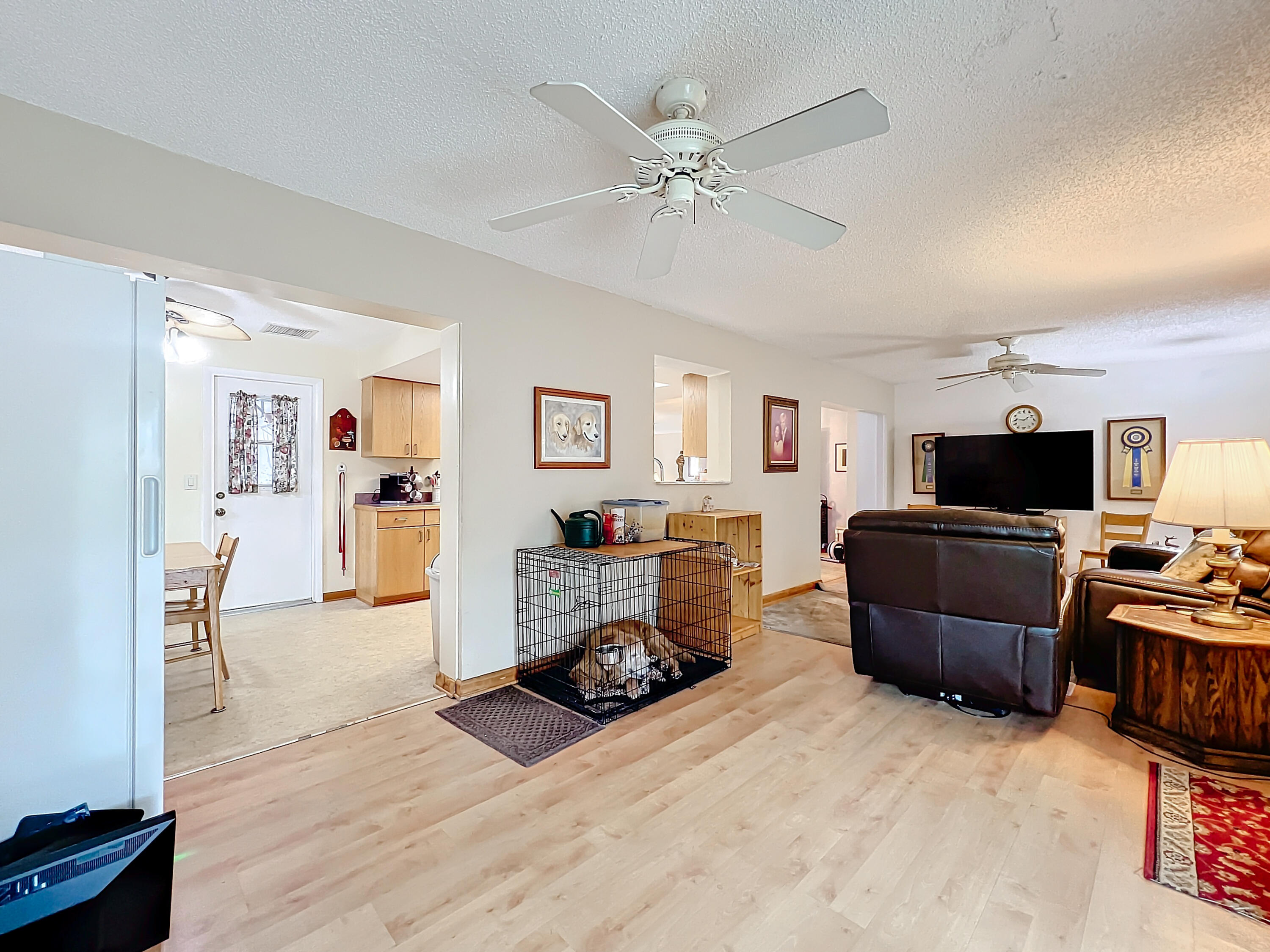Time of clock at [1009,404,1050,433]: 1:46
